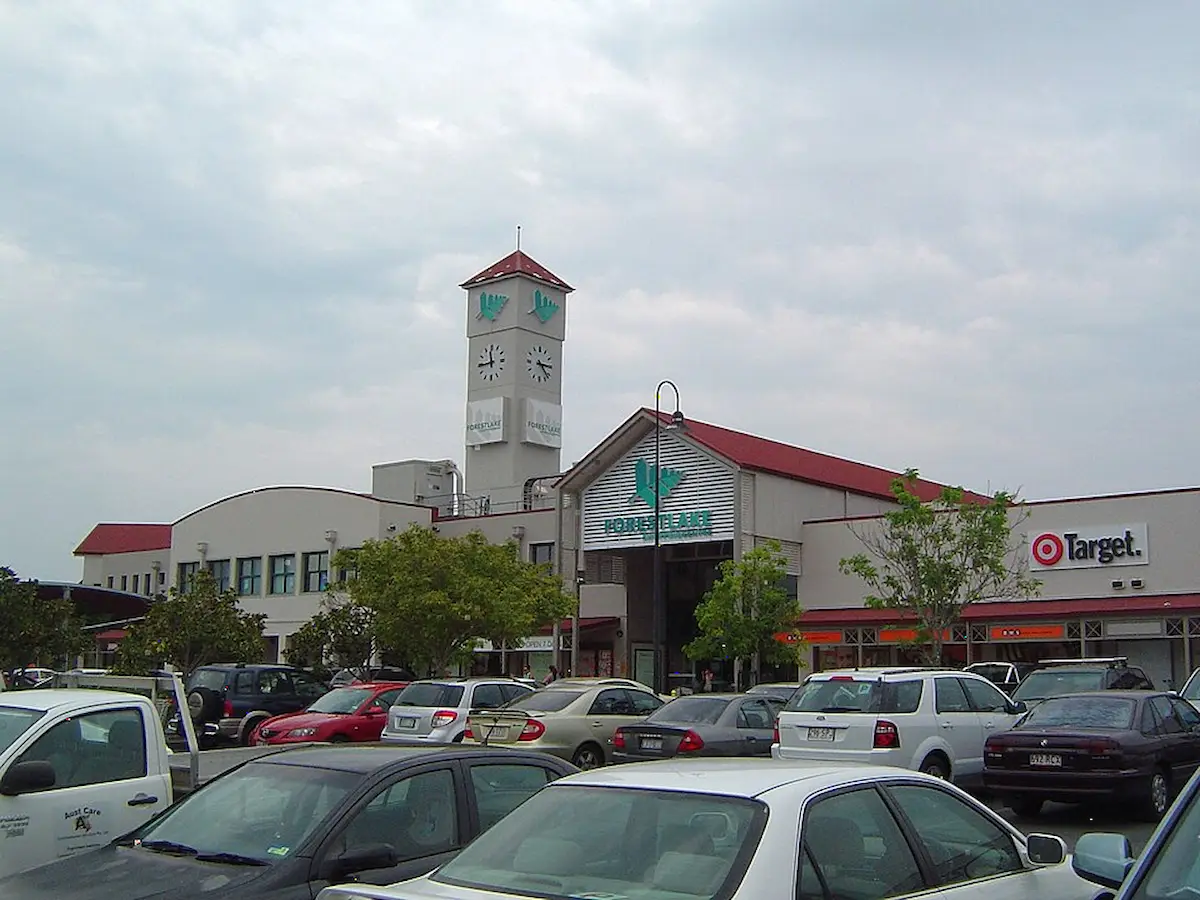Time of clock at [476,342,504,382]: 11:44
